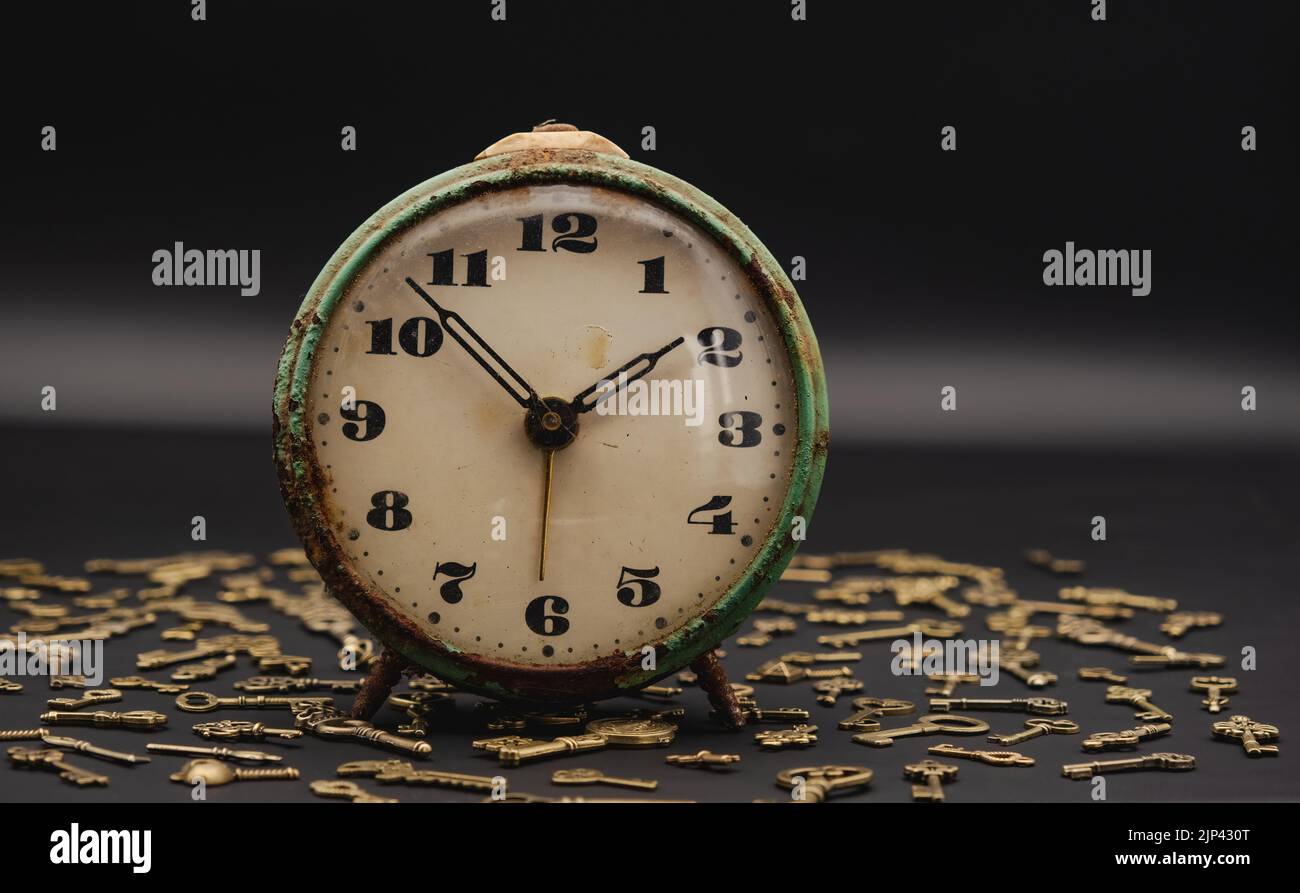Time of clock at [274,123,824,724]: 1:52
